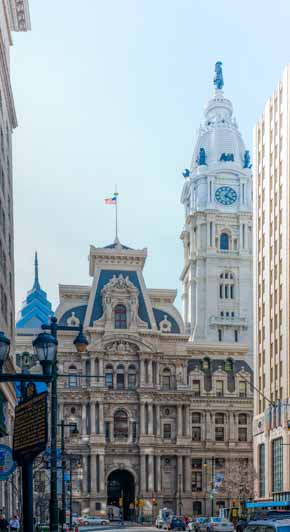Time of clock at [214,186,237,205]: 4:04
